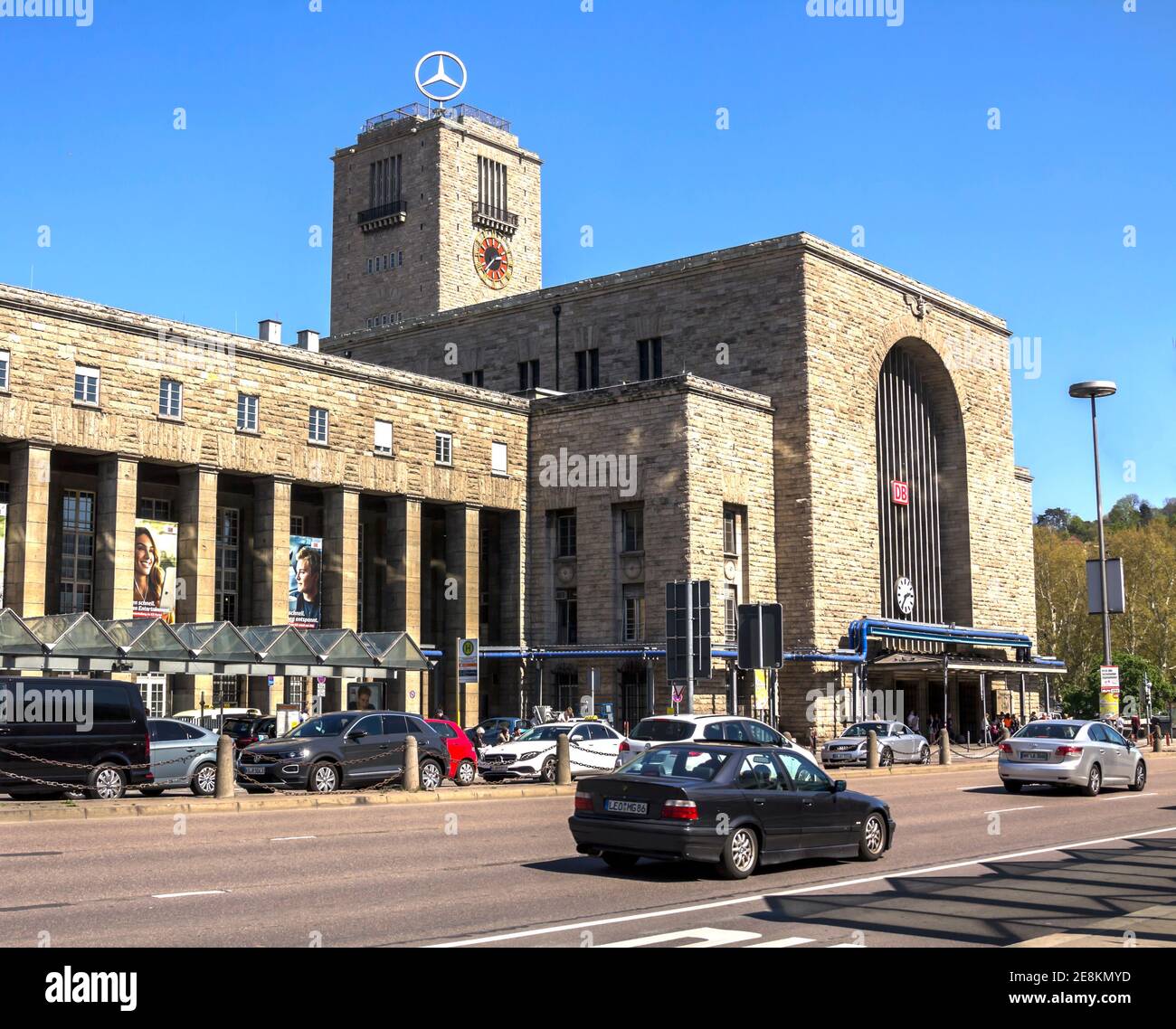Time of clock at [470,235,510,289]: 2:37
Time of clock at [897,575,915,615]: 2:36
